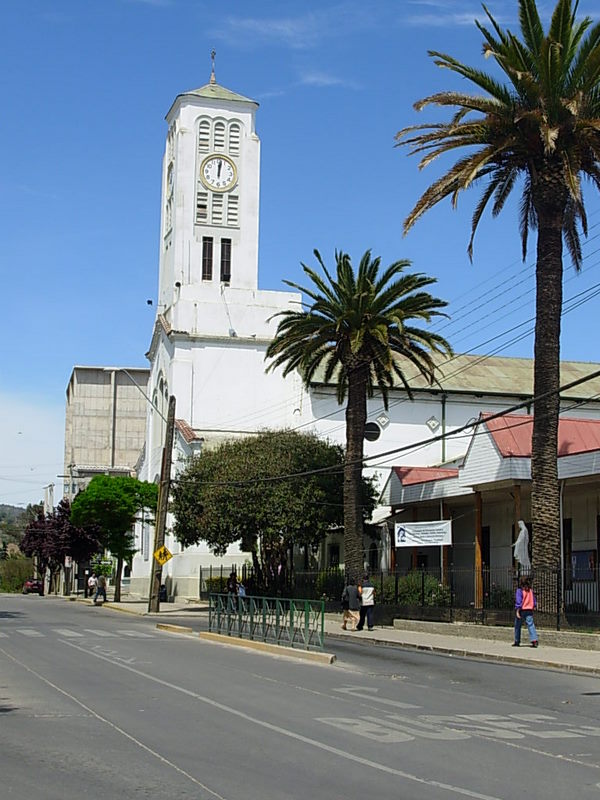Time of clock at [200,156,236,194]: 12:01
